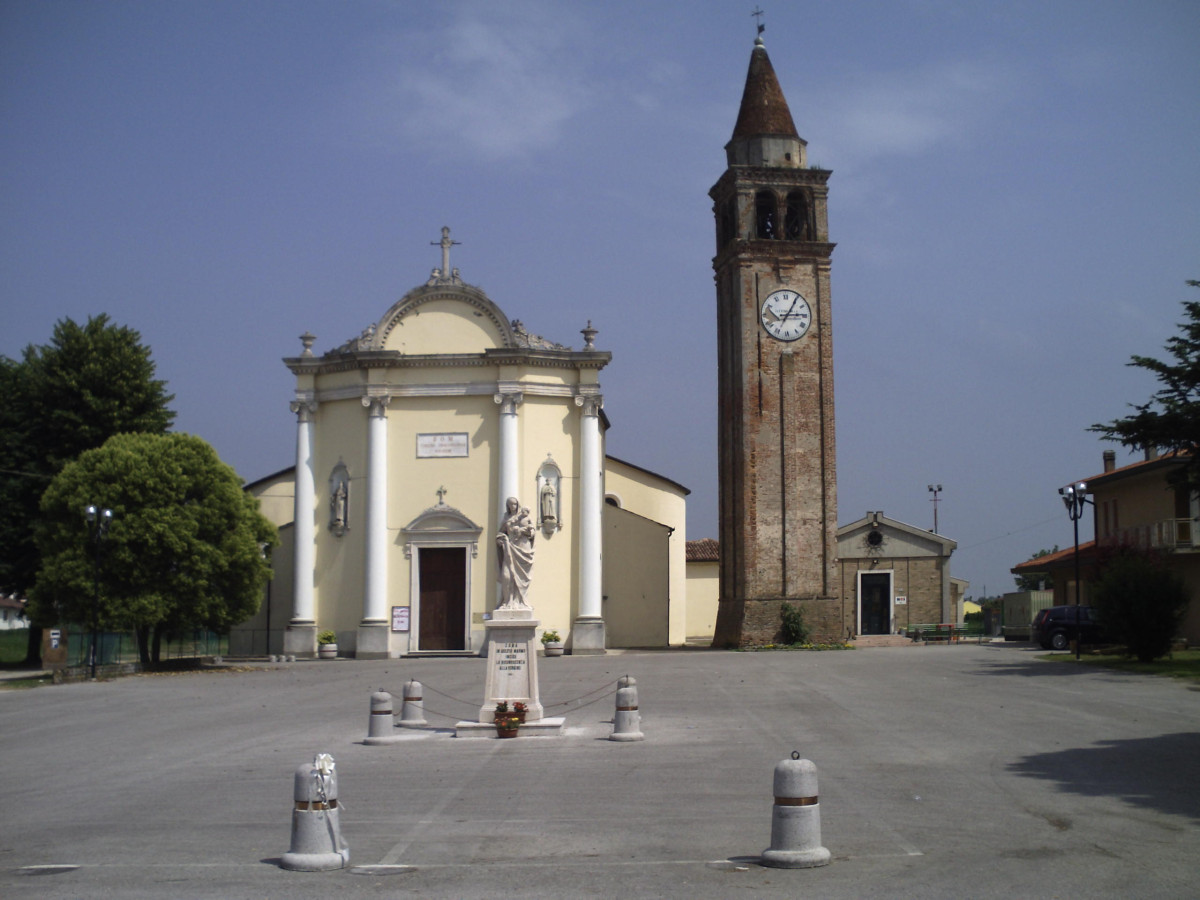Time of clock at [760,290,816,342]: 3:05
